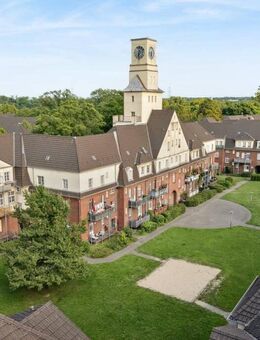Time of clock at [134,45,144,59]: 6:32
